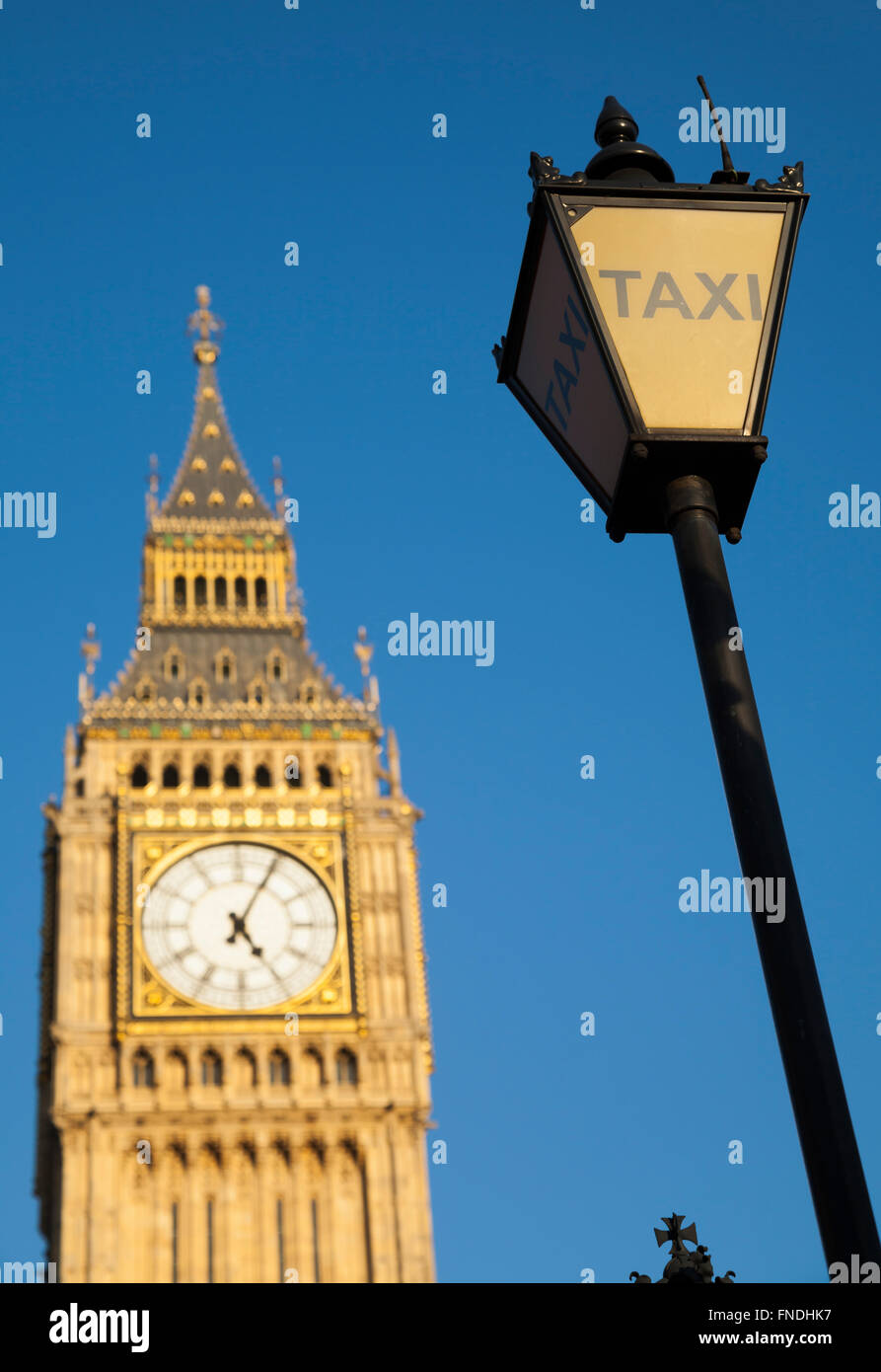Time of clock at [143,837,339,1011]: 5:04
